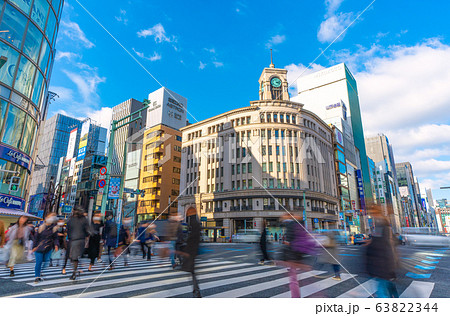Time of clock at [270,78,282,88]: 3:12
